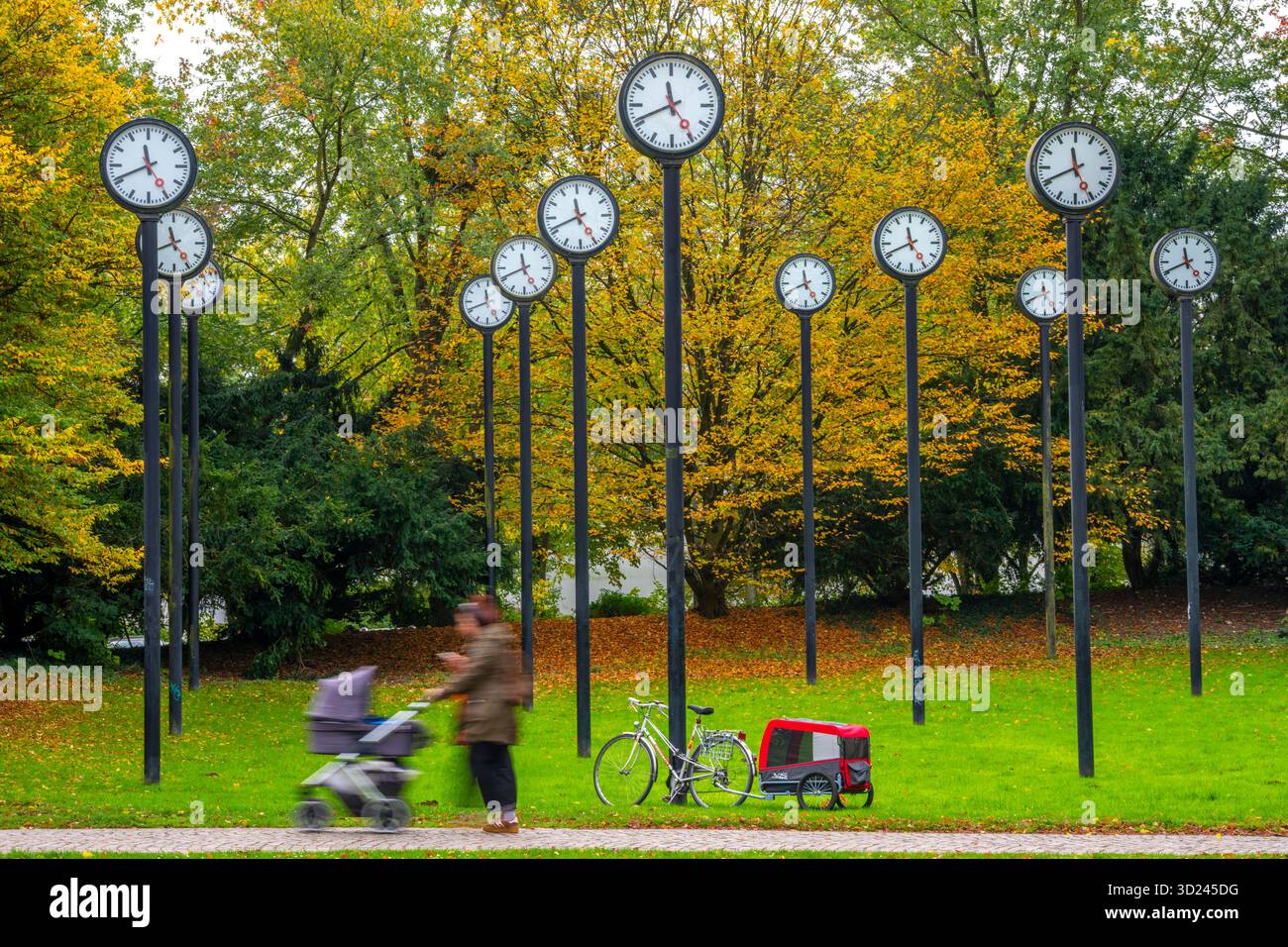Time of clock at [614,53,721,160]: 11:41
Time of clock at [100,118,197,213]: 11:41
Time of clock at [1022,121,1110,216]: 11:40
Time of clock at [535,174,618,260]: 11:41
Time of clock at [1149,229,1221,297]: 11:40
